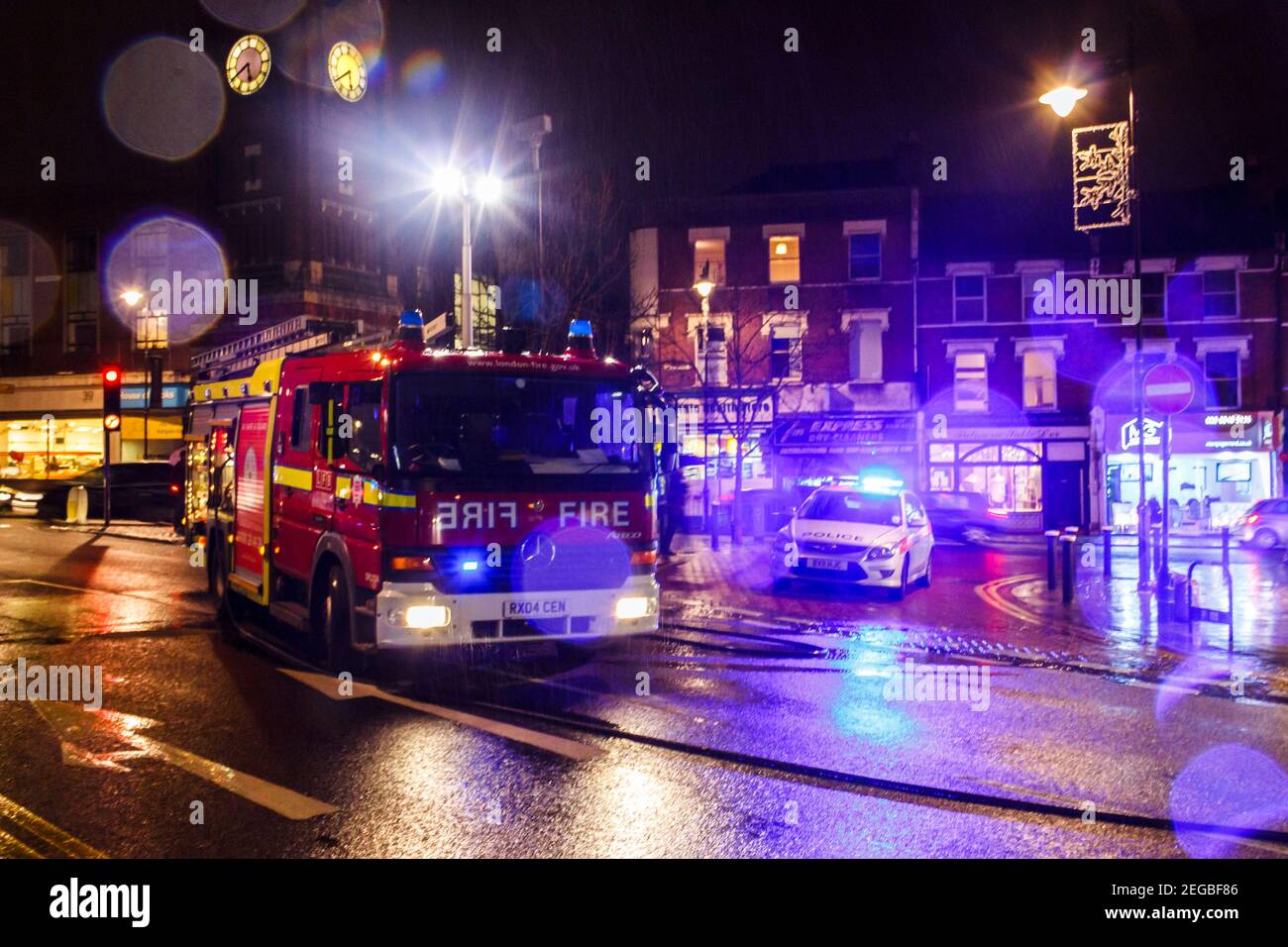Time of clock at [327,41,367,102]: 5:39
